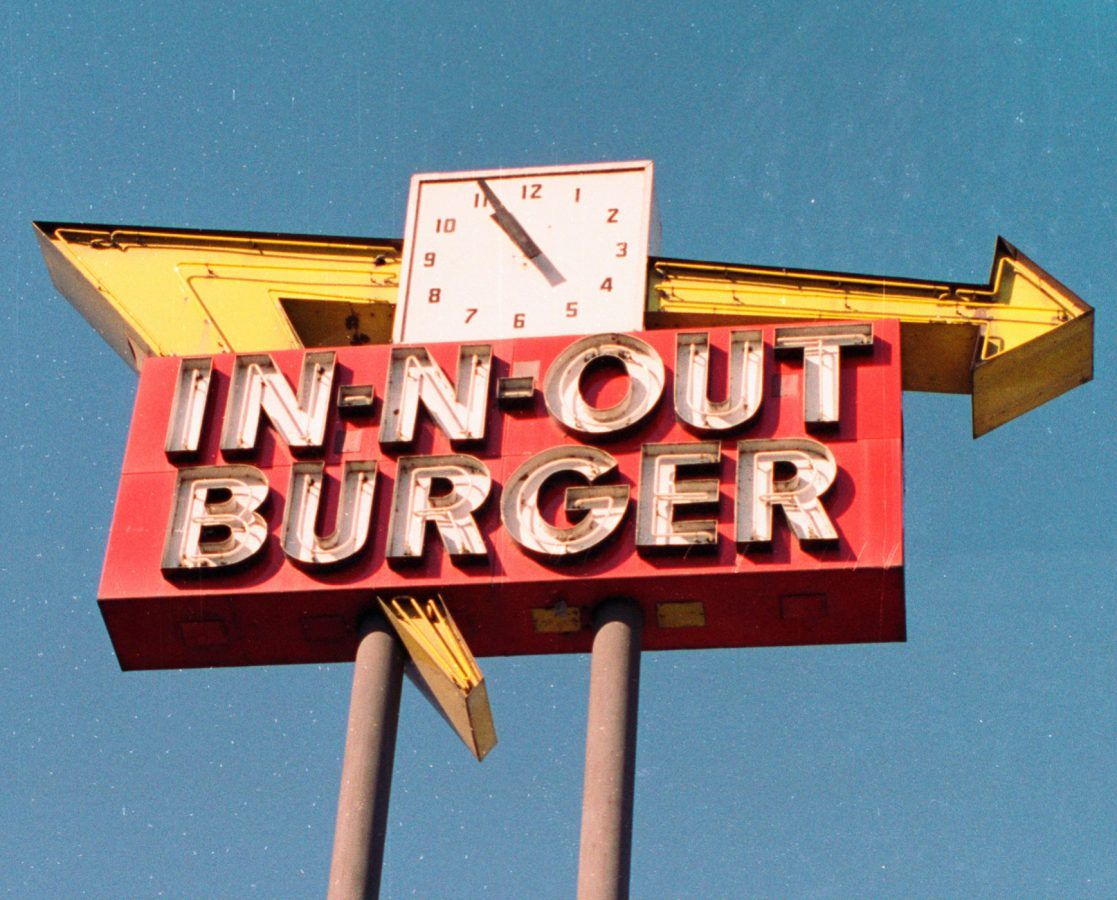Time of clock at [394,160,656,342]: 10:55
